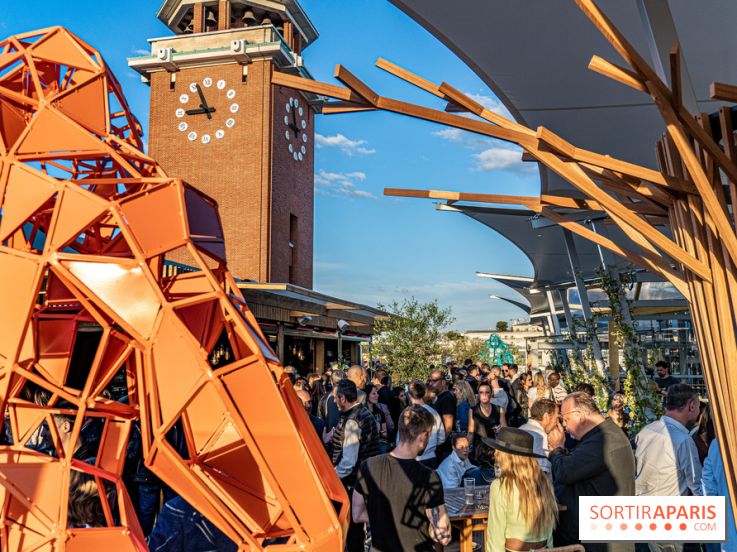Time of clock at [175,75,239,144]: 8:56
